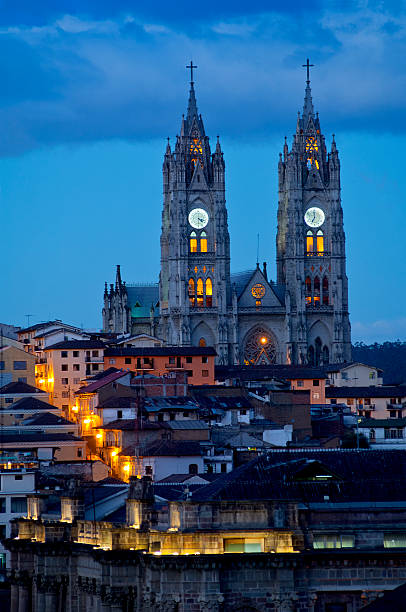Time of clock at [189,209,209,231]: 4:17
